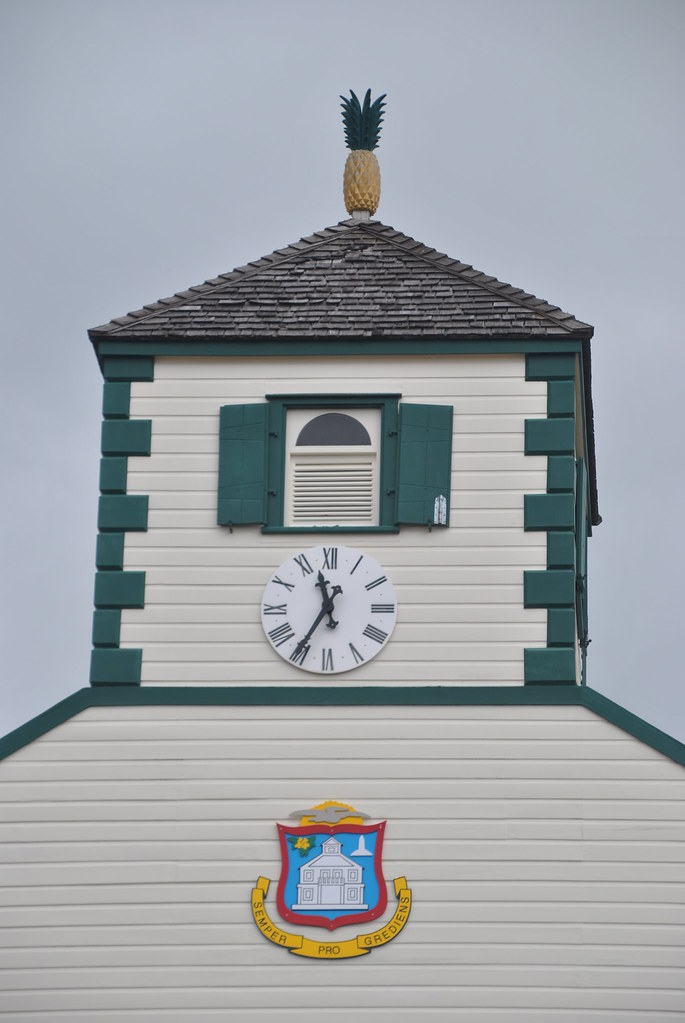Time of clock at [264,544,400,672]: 11:35
